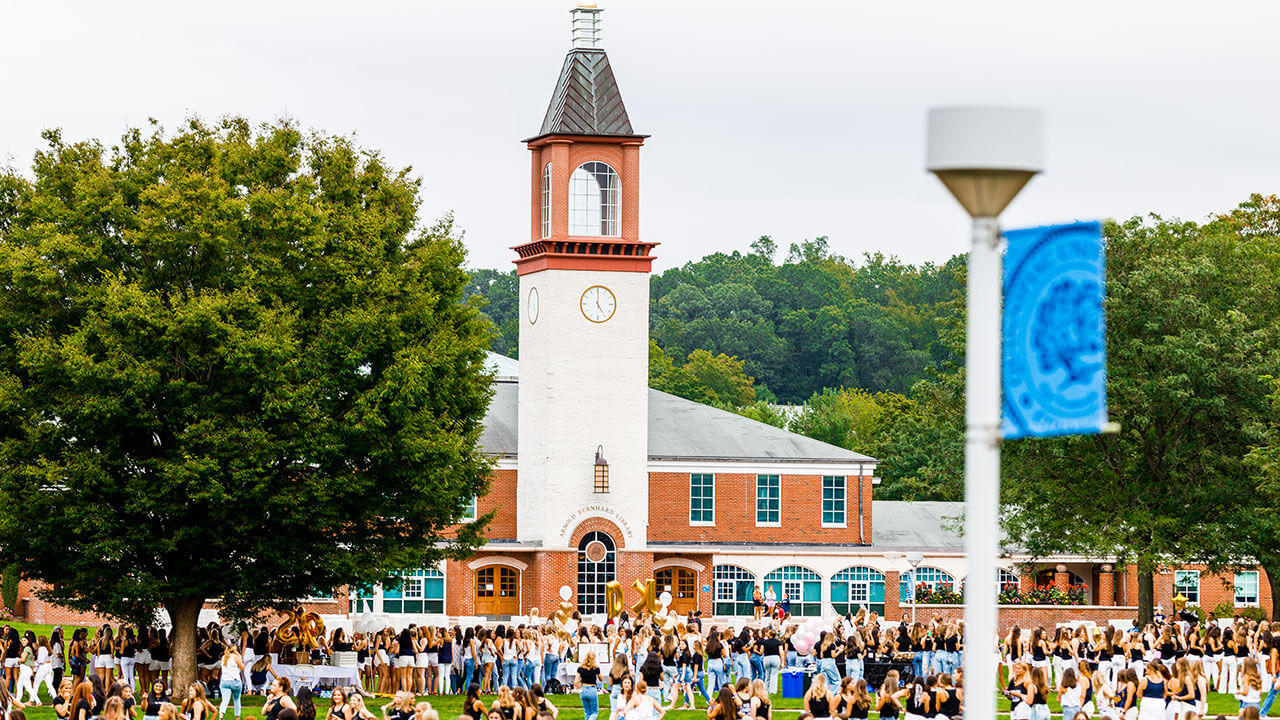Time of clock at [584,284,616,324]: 4:59
